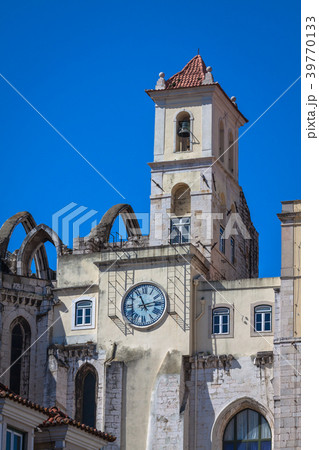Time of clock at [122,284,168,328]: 11:12
